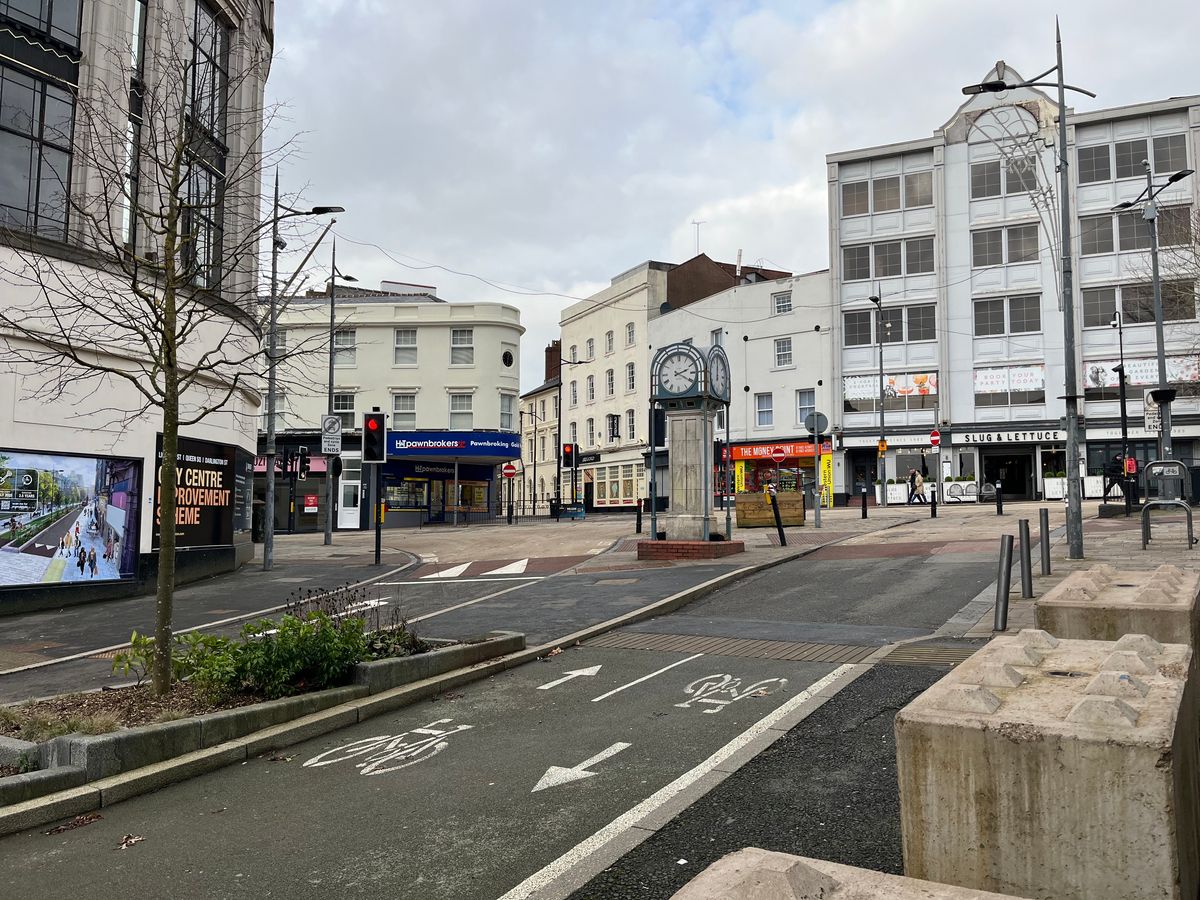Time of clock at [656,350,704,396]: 2:20
